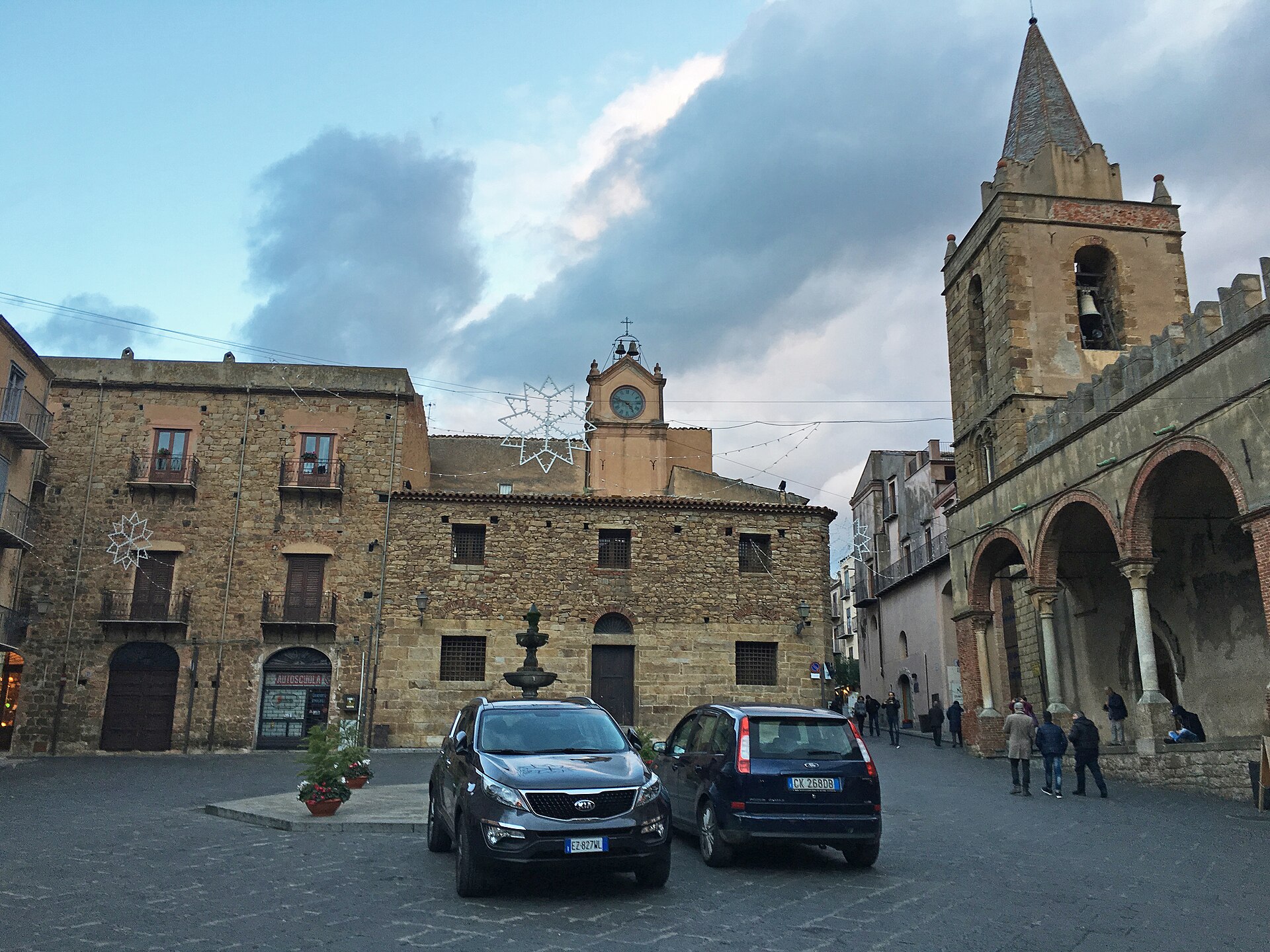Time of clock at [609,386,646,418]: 4:47
